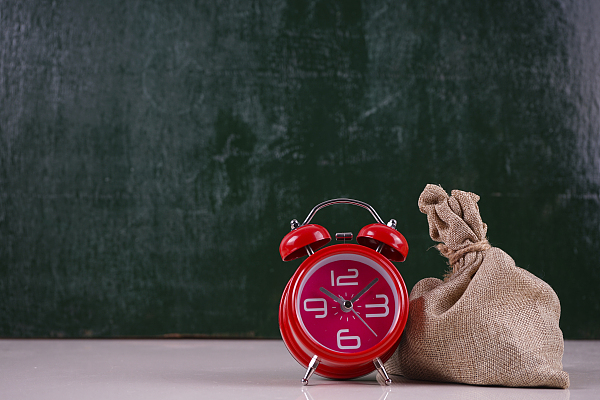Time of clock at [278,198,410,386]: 10:08
